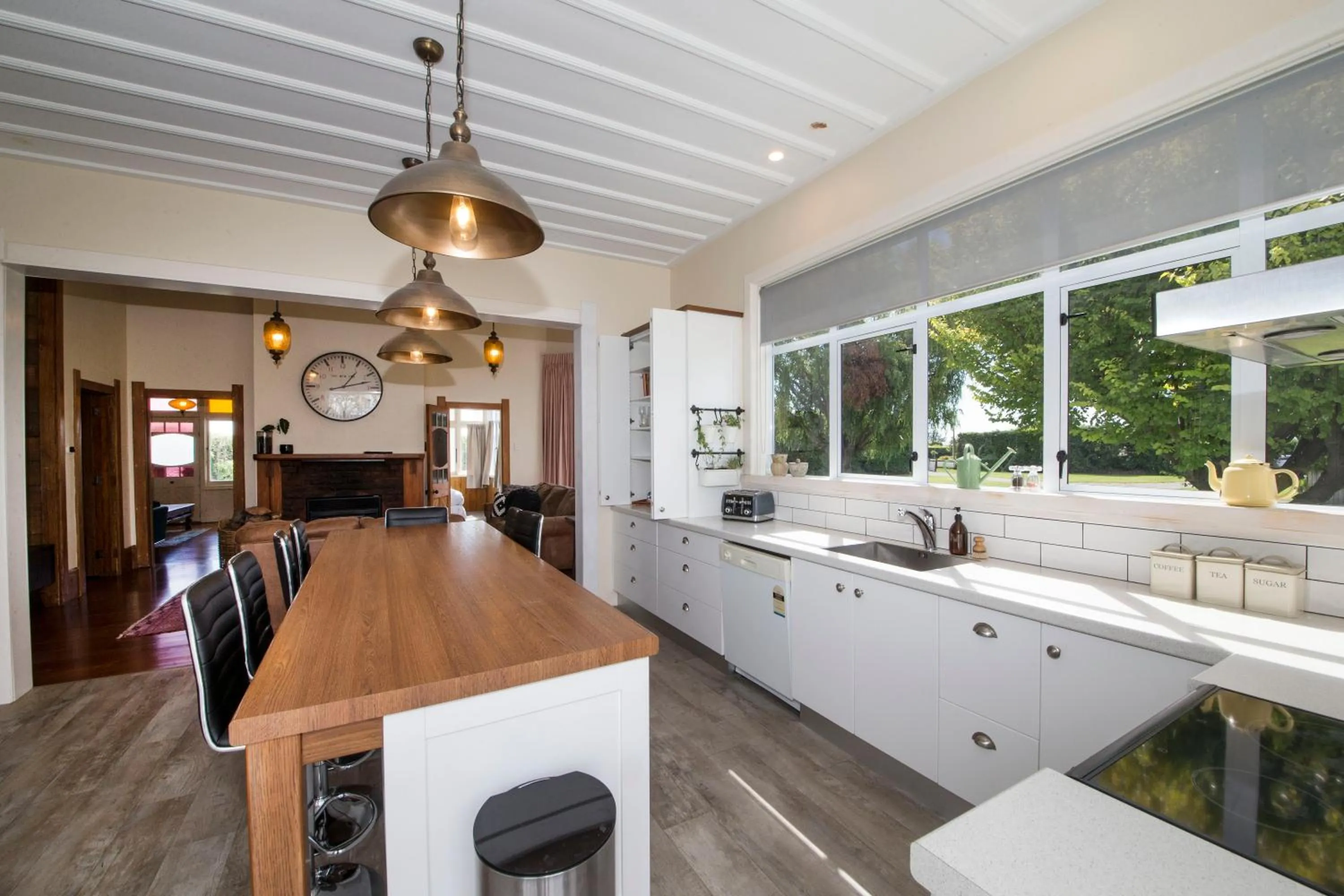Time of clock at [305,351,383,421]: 1:12
